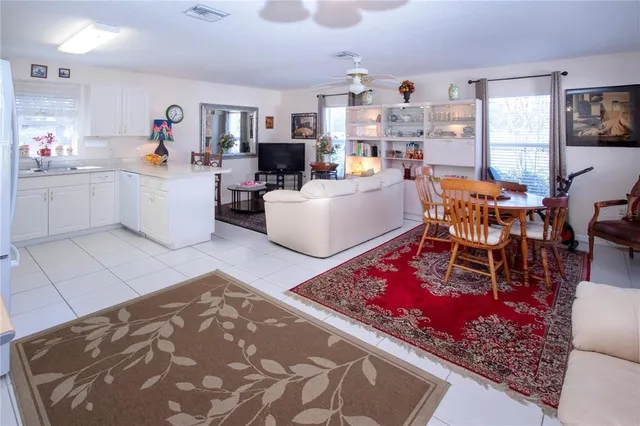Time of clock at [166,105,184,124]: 11:35
